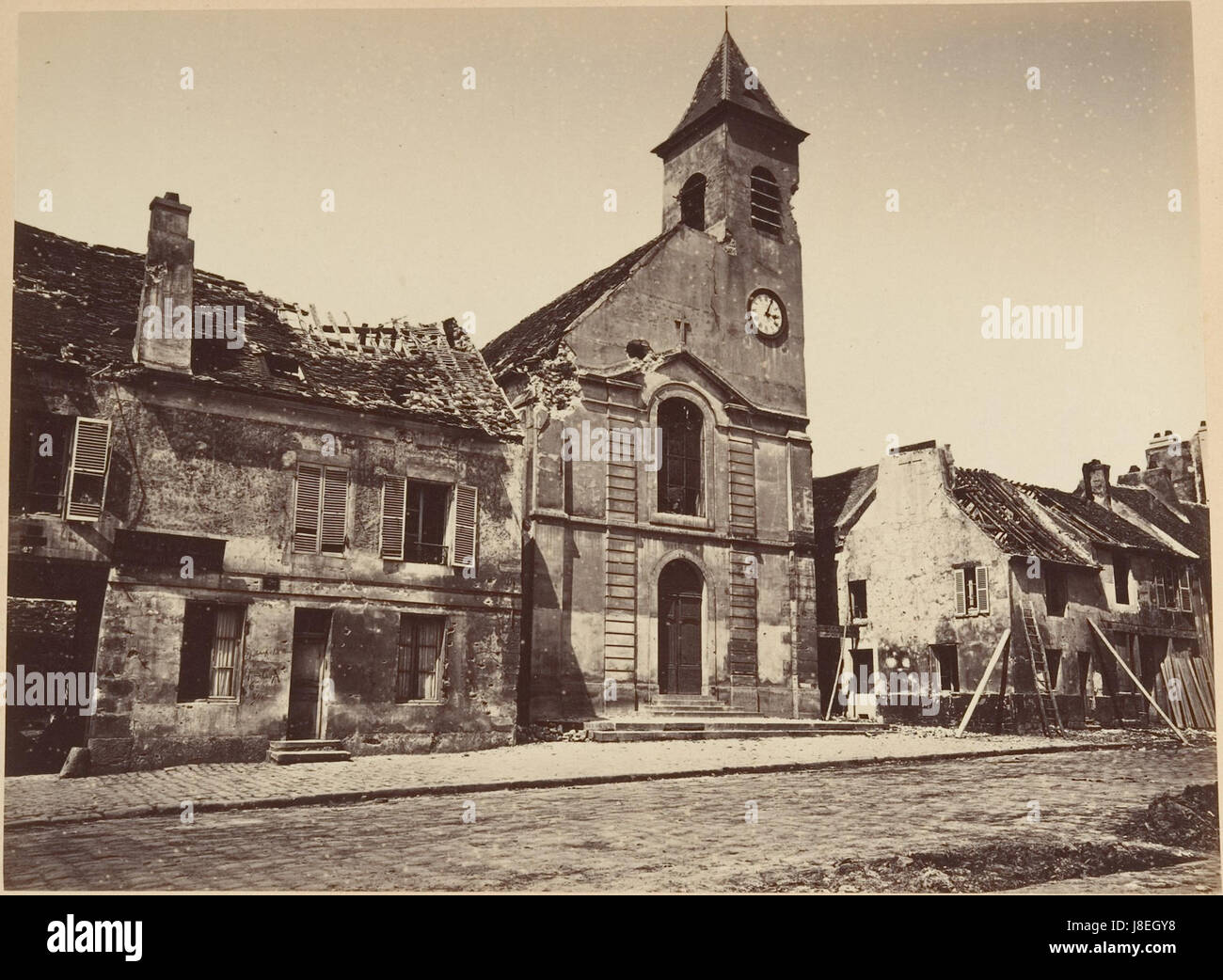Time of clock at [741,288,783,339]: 3:04
